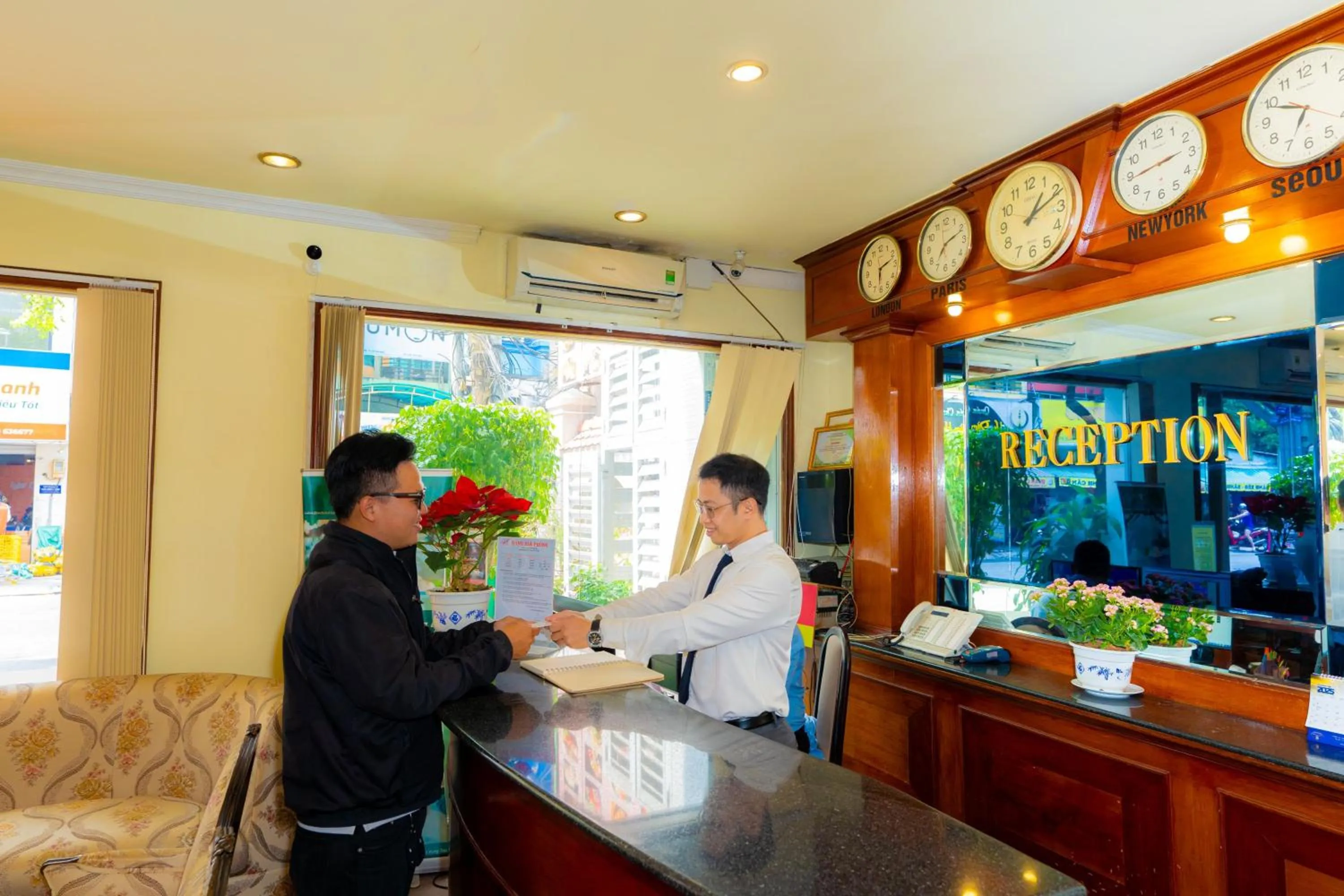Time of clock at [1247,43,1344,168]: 6:49
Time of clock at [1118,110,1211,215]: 2:43
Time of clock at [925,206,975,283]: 7:11
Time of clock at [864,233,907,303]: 6:12
